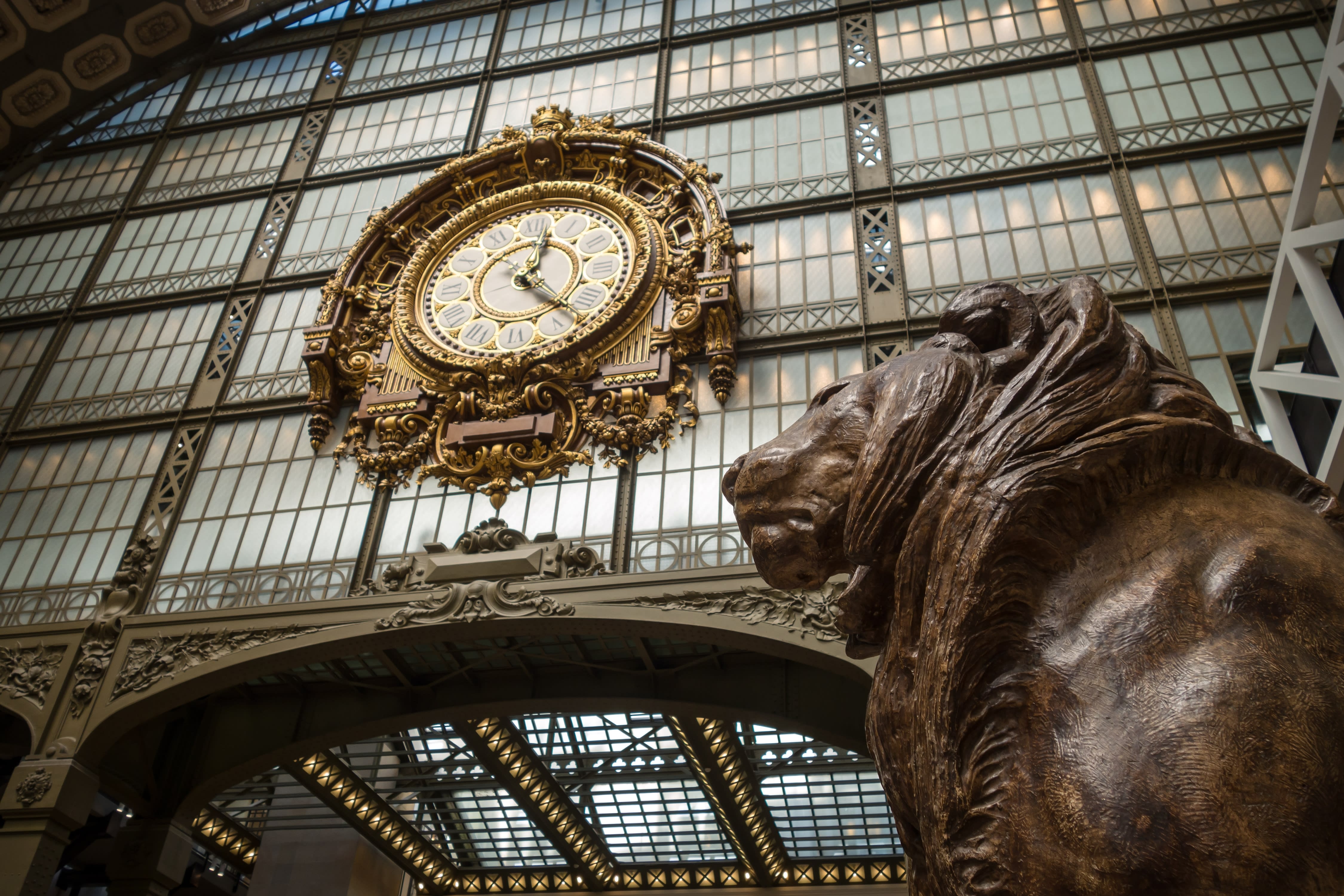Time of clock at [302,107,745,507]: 12:22
